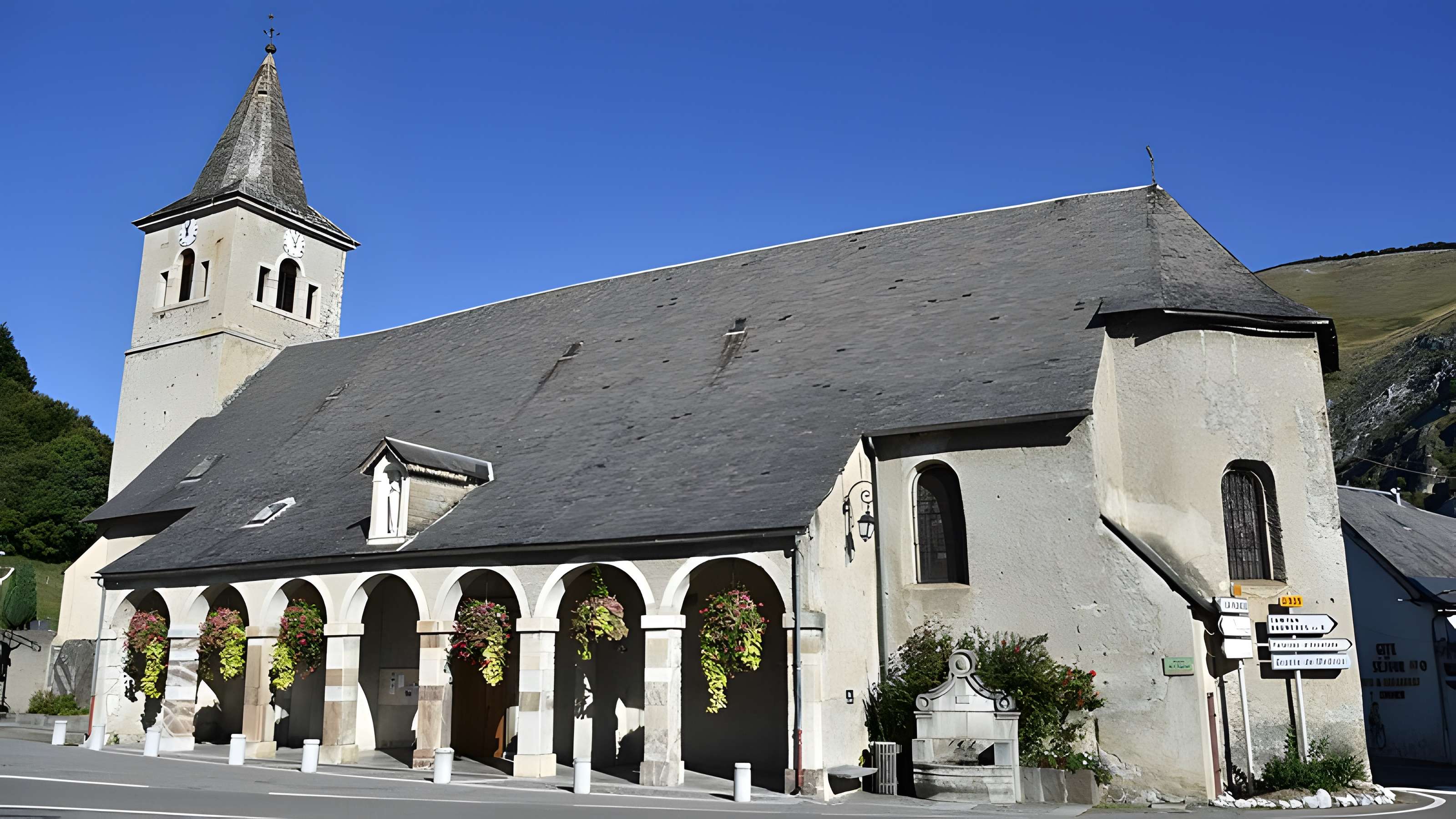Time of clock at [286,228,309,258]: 11:03
